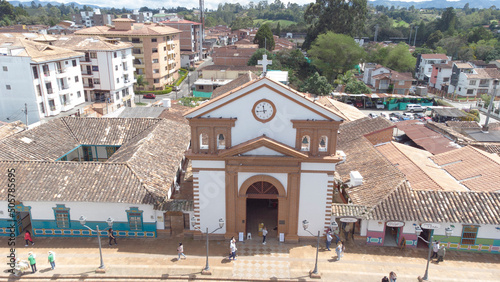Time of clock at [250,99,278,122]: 11:43
